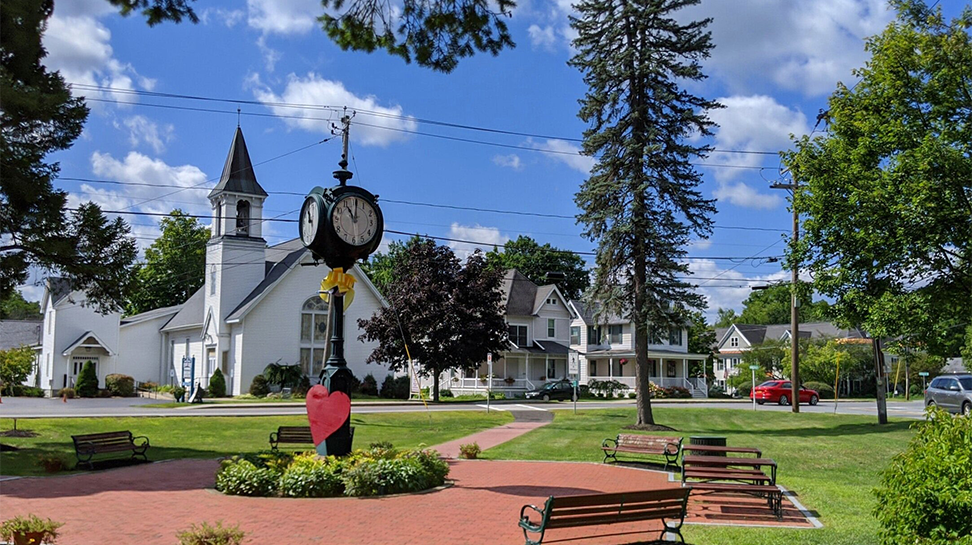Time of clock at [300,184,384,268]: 11:01
